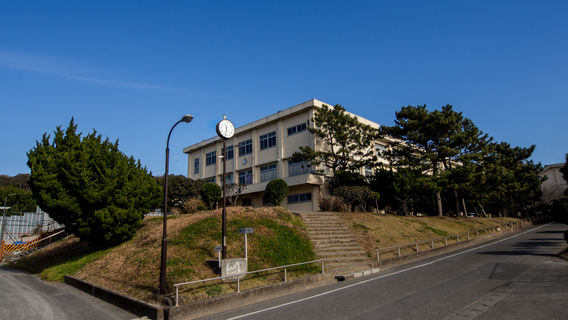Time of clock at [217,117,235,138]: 11:32
